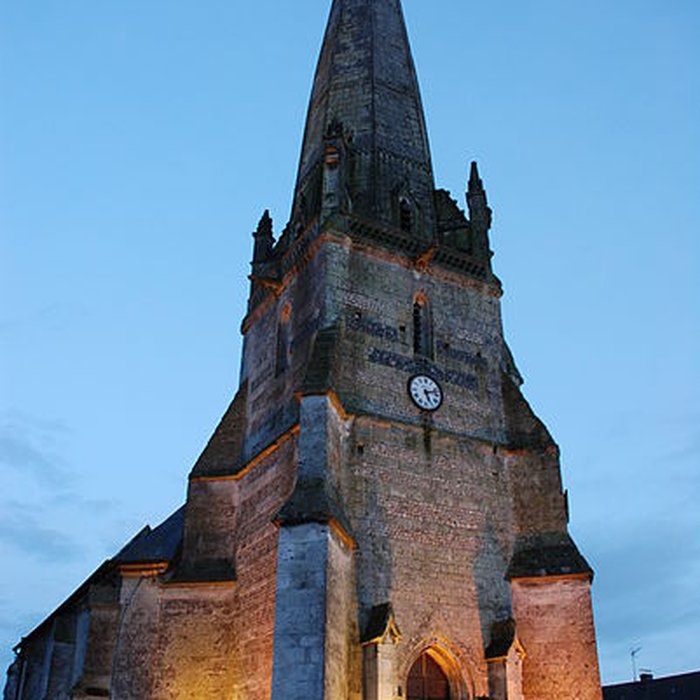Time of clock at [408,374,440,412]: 5:12
